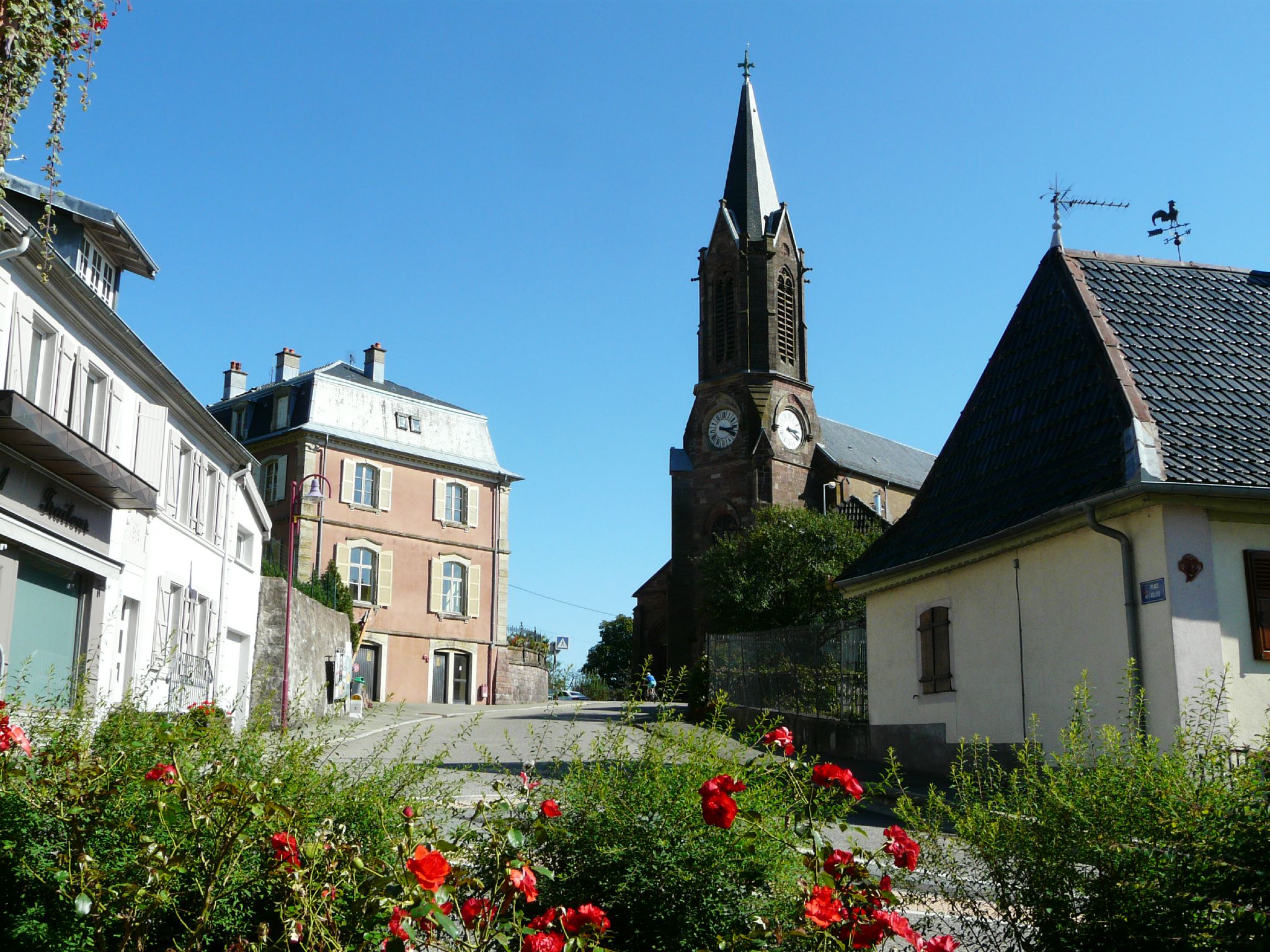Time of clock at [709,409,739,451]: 3:19
